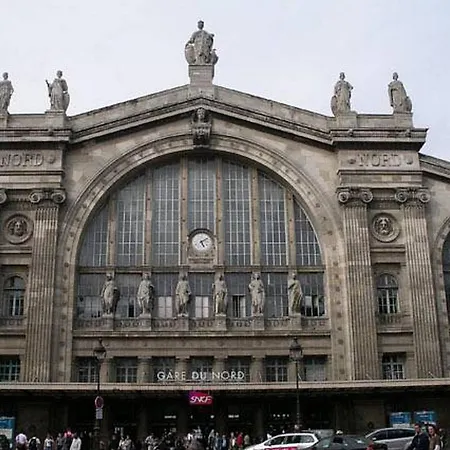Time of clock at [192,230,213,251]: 5:09
